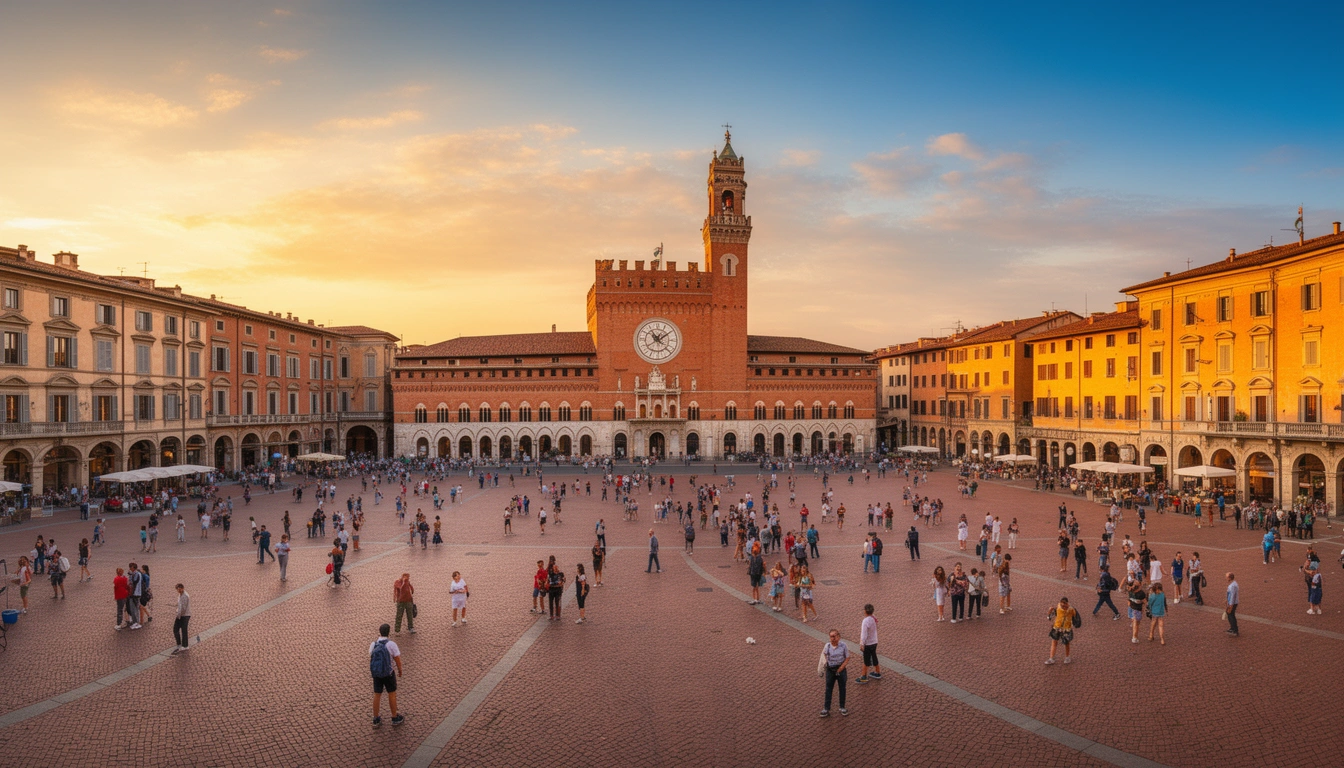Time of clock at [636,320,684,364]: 11:09
